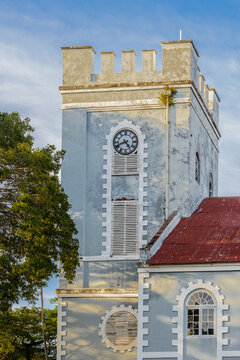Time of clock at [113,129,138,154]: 4:41
